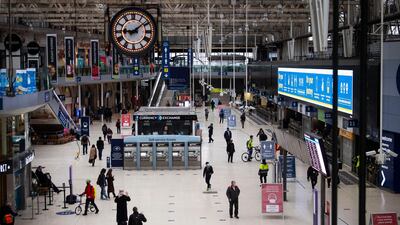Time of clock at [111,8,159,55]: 9:08
